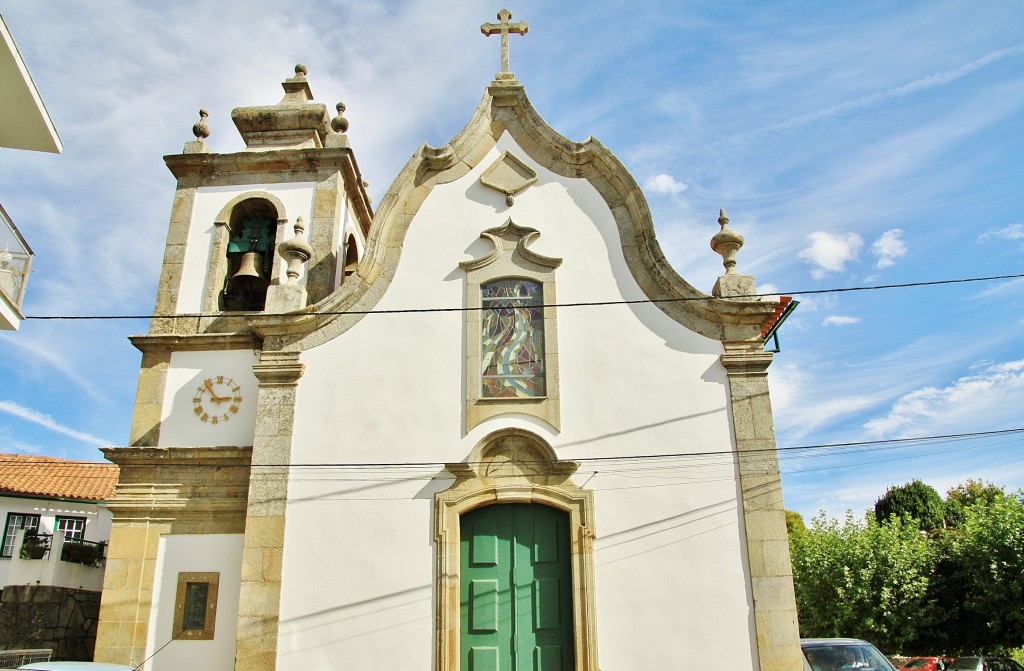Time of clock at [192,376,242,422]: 2:53
